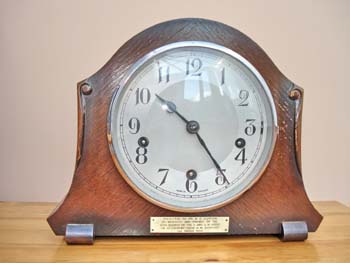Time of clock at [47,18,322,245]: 10:24
